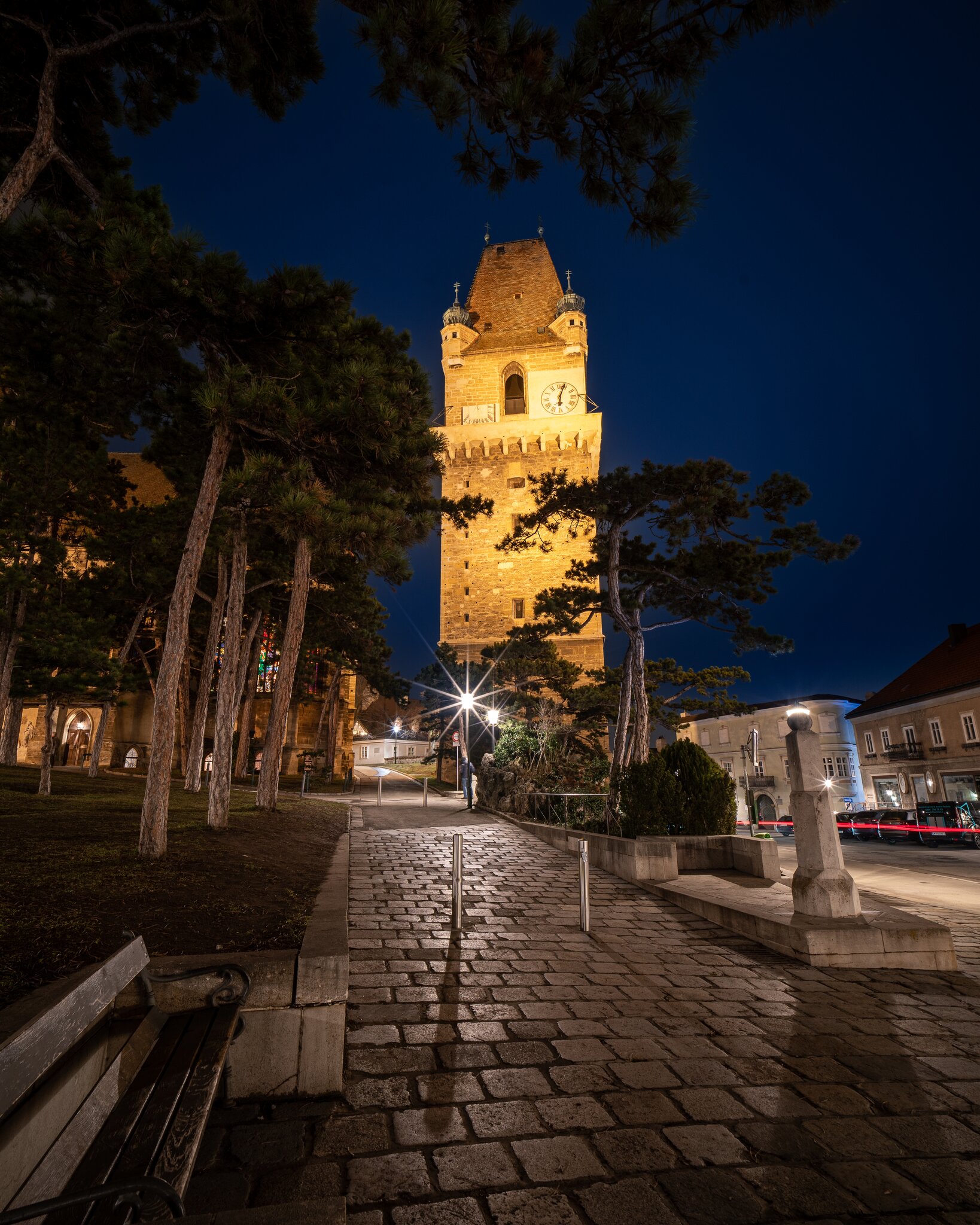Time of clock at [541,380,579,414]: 6:03
